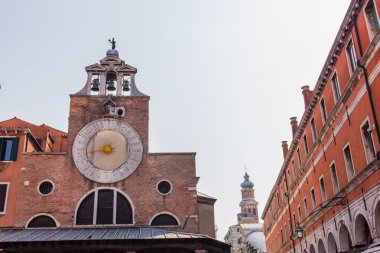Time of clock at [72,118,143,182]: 8:43
